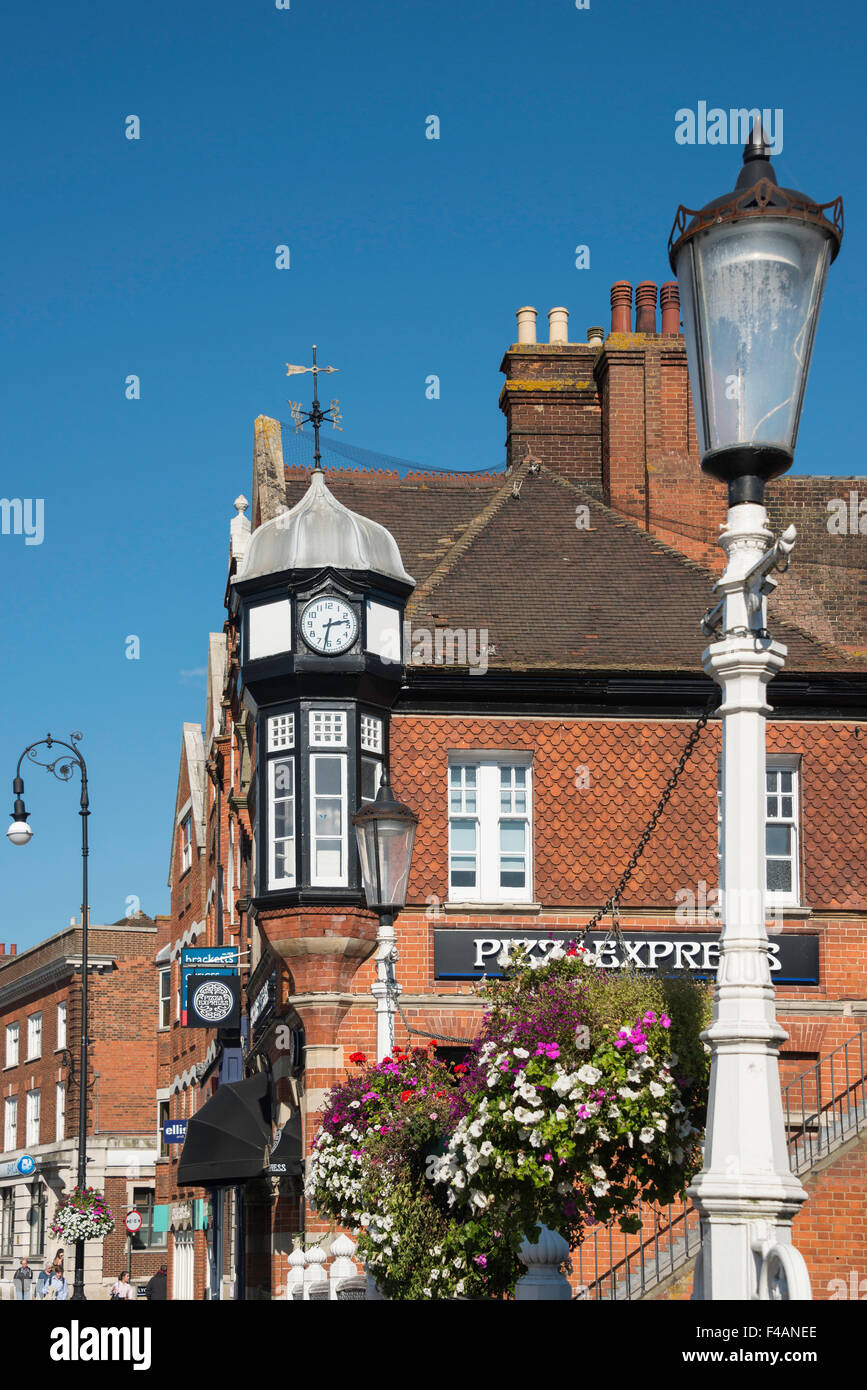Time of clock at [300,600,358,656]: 2:32
